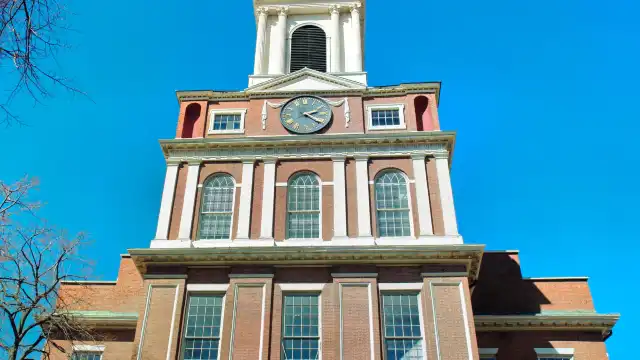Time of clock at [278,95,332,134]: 2:21
